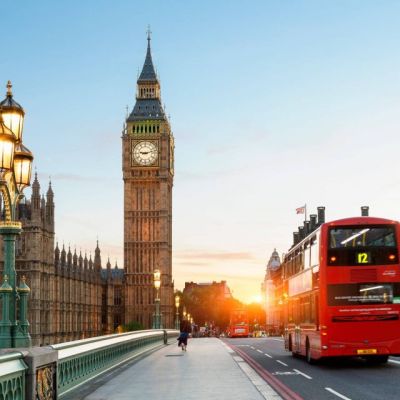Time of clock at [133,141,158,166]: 9:12
